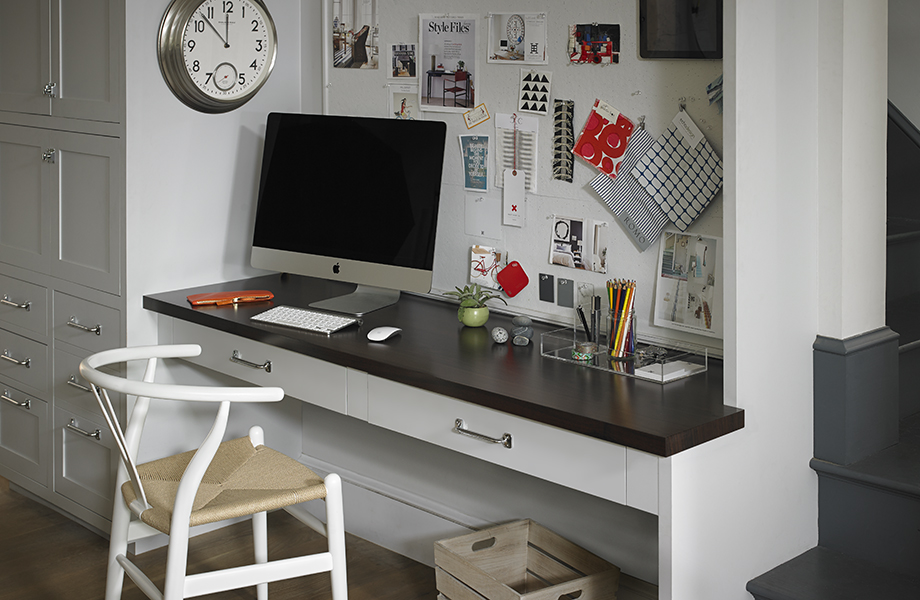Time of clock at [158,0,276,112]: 11:52
